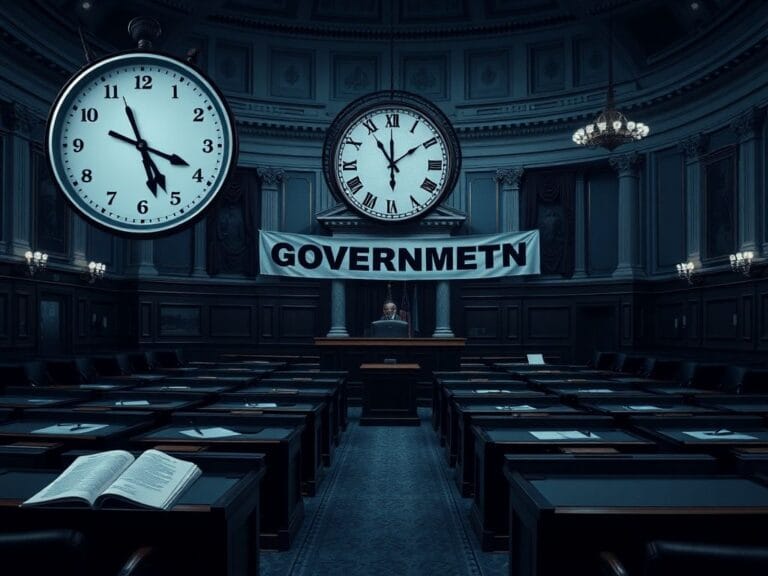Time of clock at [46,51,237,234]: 5:18
